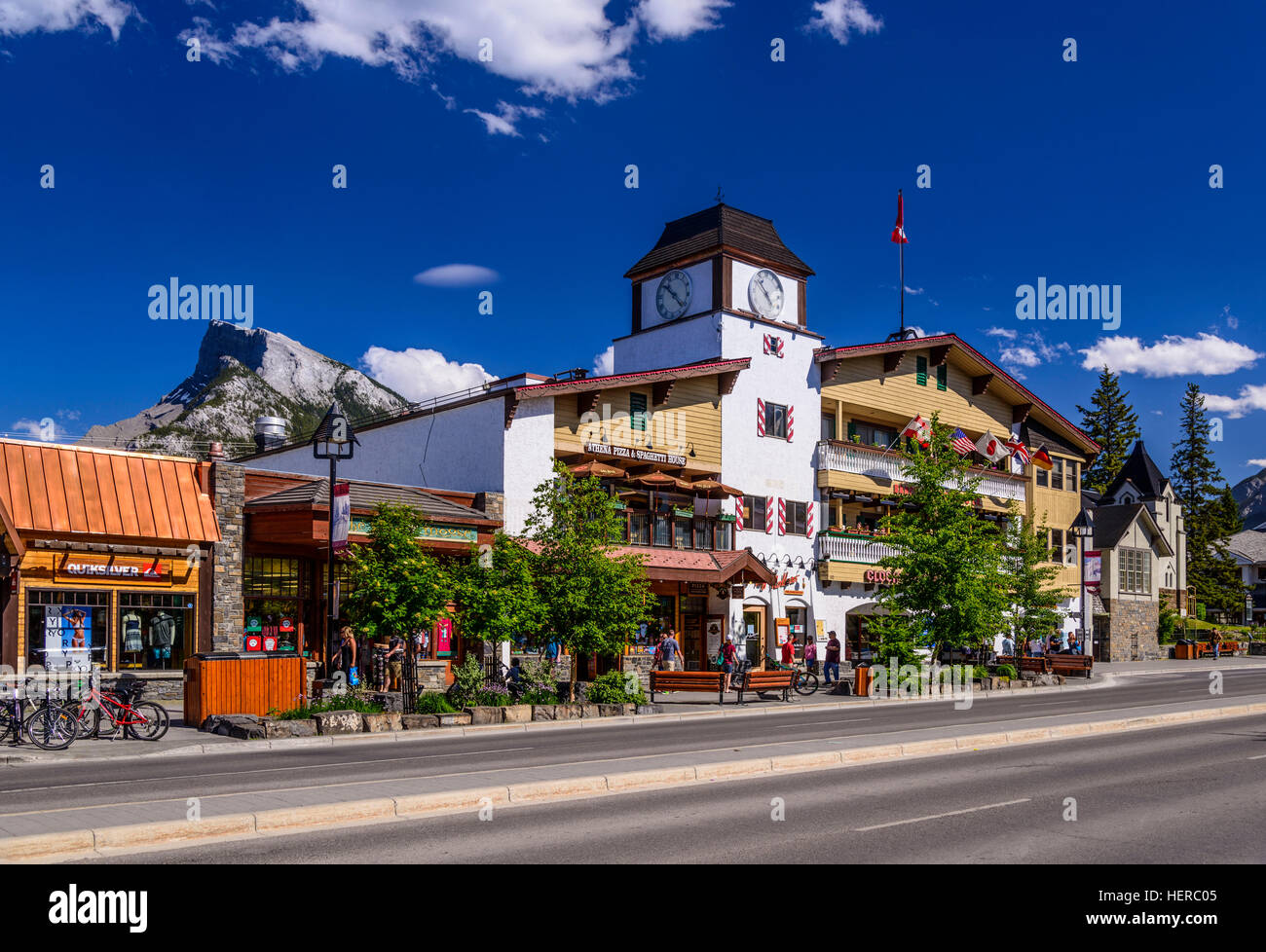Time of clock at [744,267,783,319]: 4:52
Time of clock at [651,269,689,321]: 10:22
